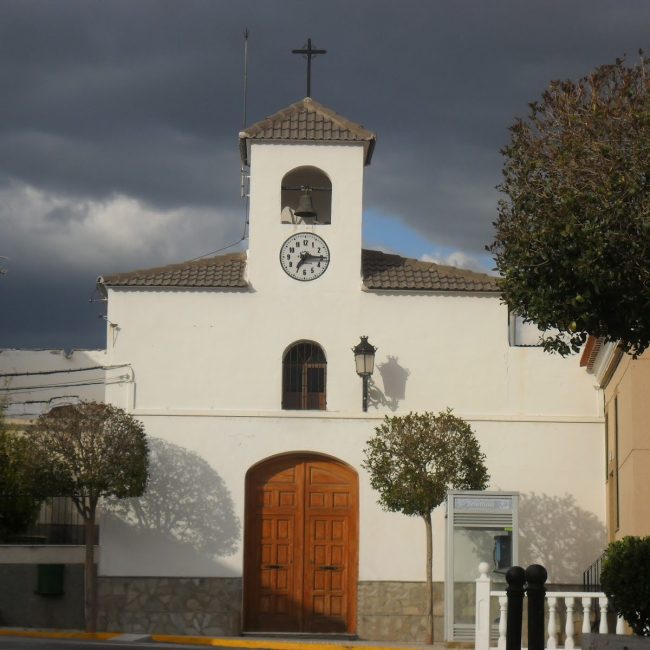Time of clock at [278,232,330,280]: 7:15
